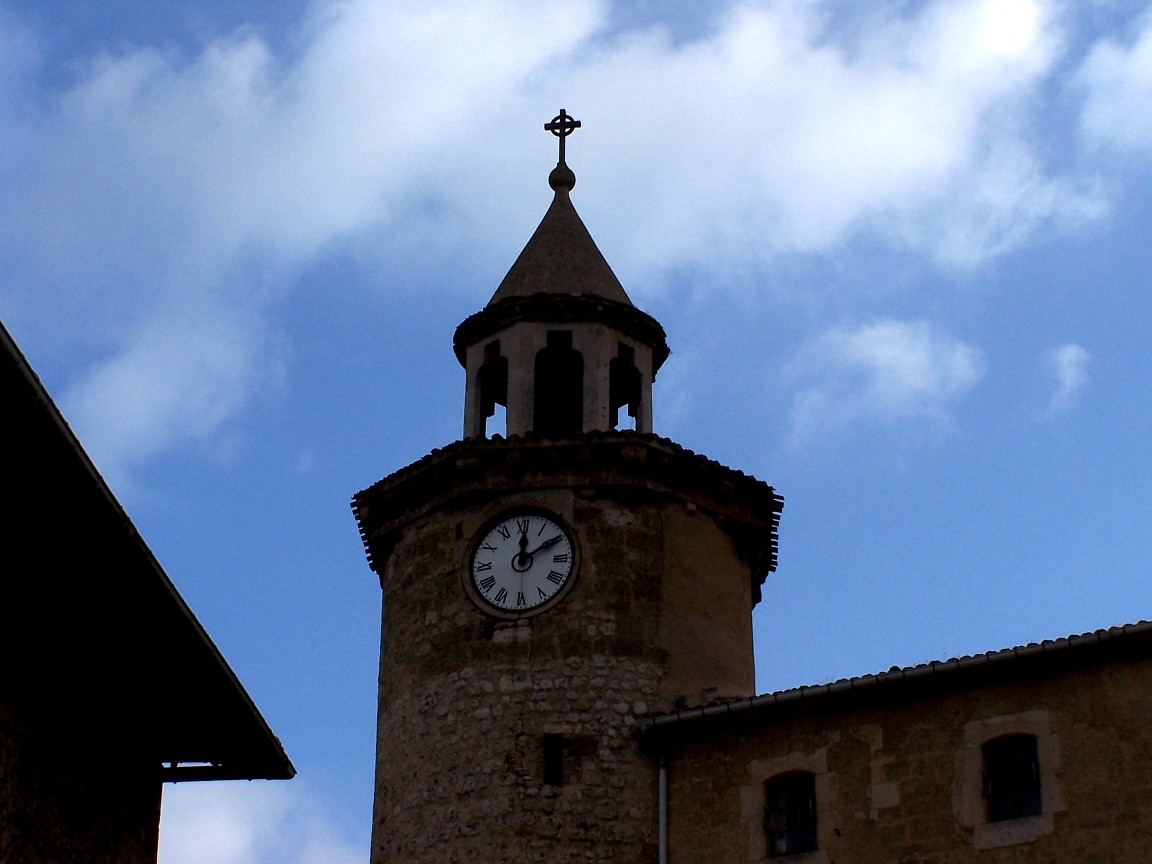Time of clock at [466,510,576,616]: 12:09
